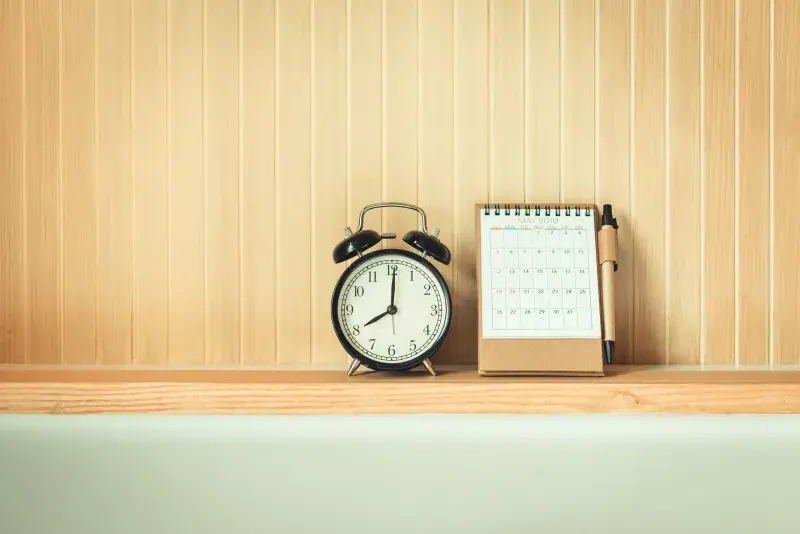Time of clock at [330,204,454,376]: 8:00
